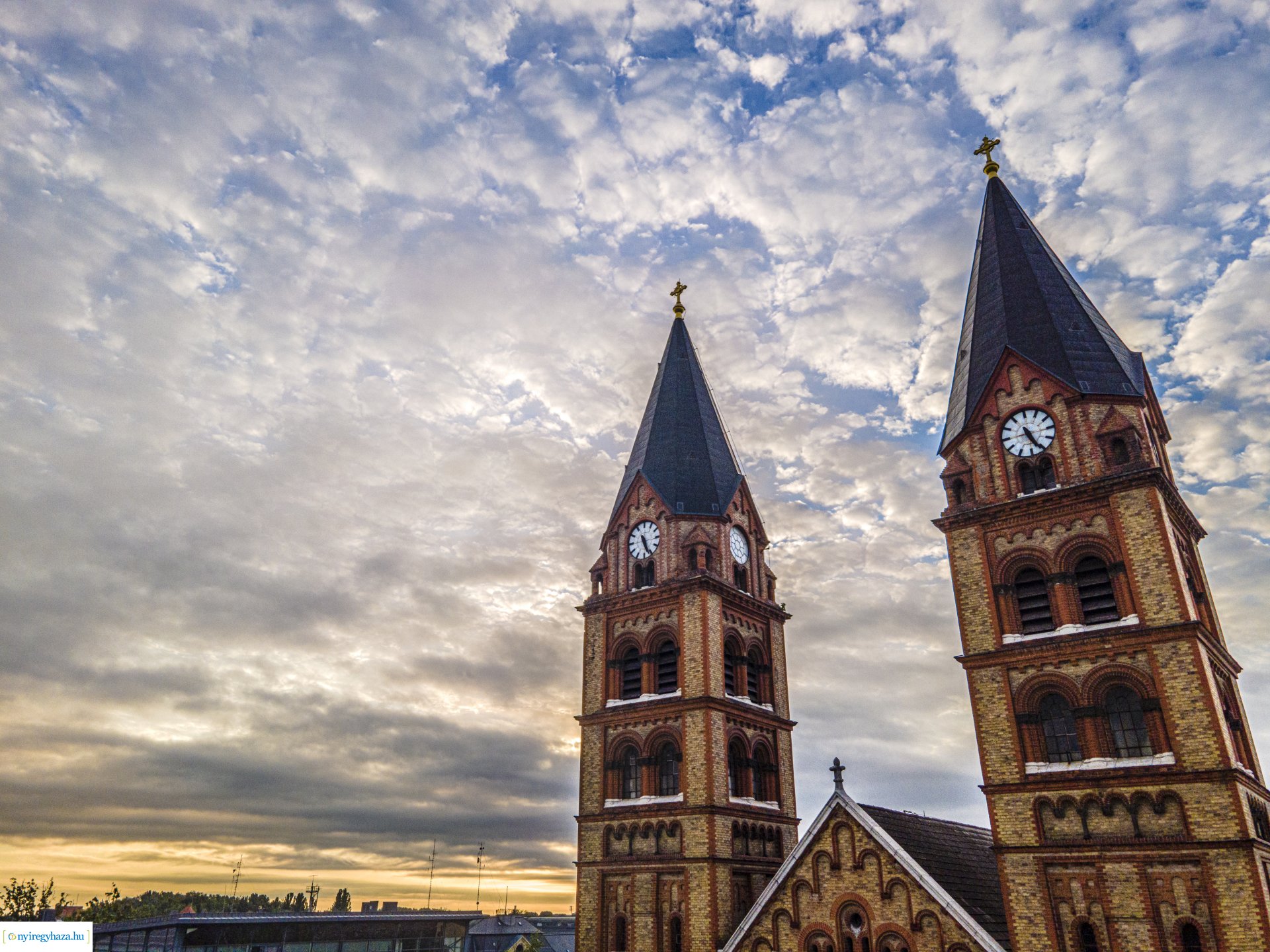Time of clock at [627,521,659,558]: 5:26
